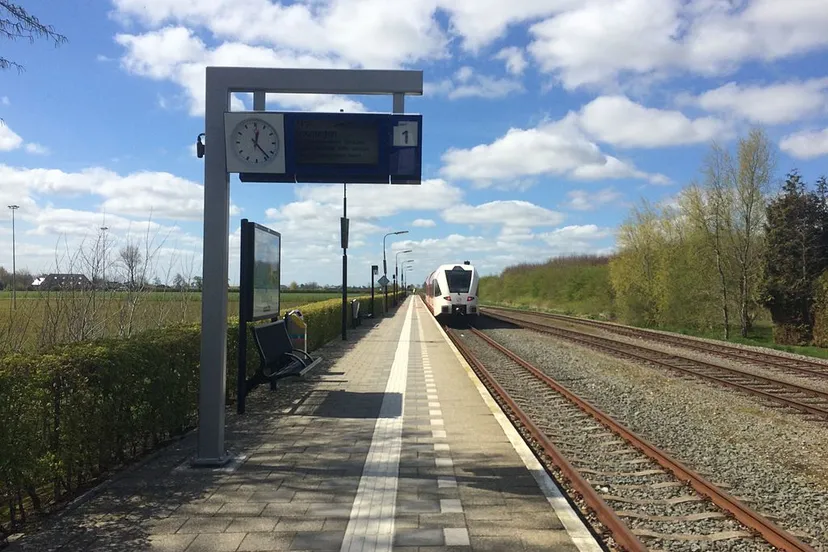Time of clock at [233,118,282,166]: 12:23
